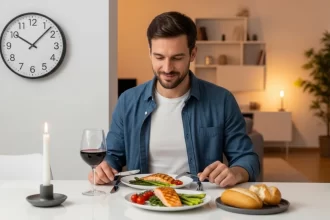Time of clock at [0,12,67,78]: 10:07
